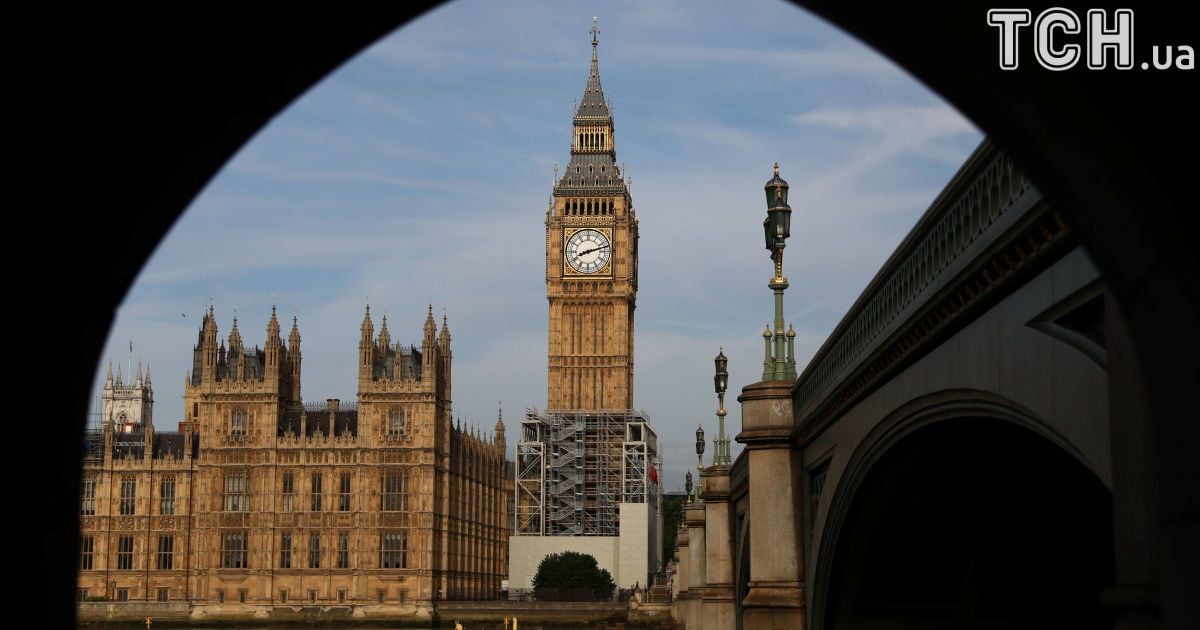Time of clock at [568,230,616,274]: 8:12
